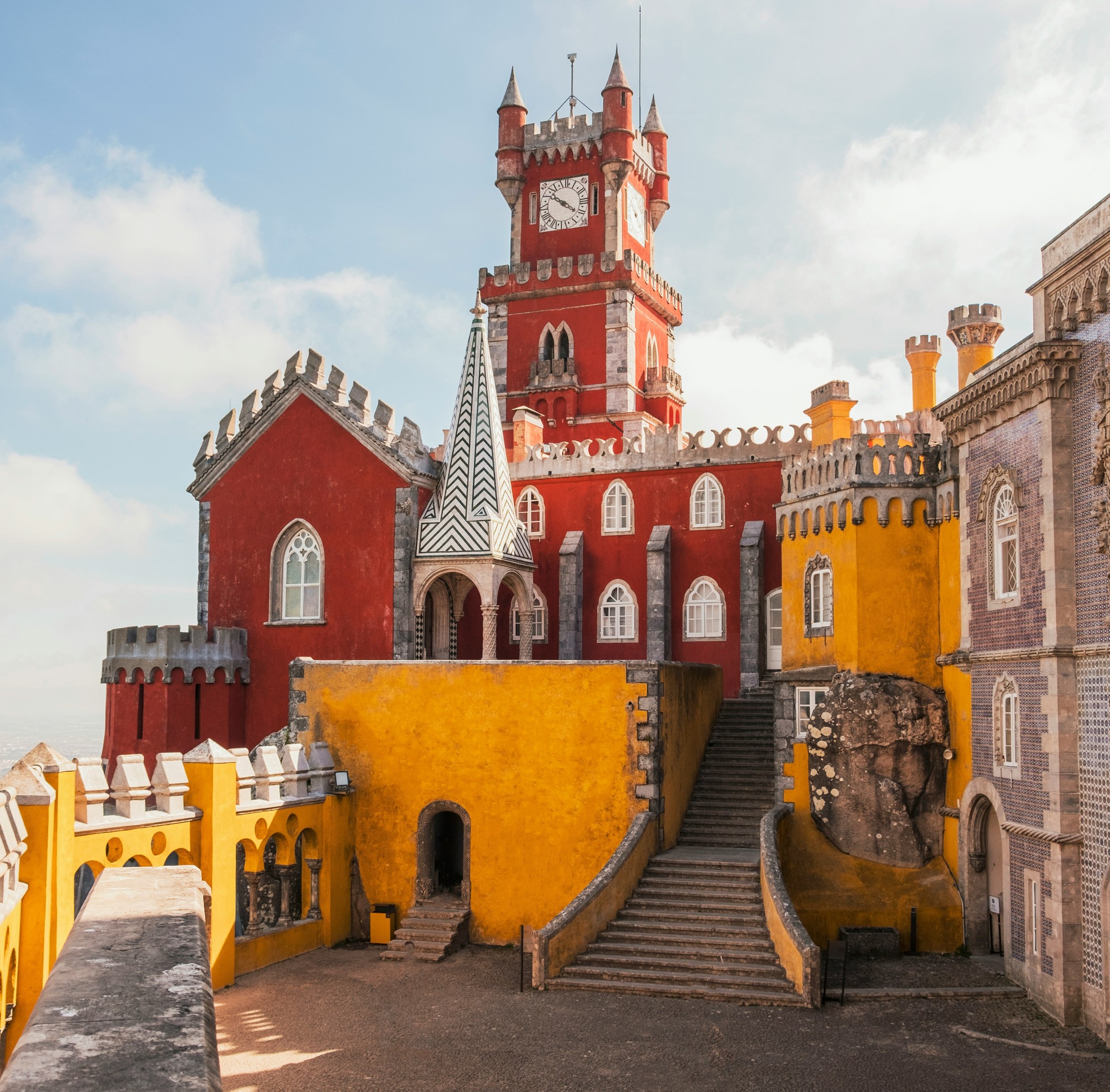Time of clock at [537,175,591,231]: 10:20
